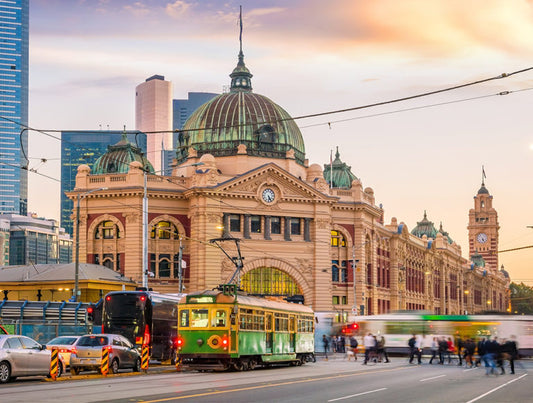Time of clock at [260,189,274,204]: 5:24
